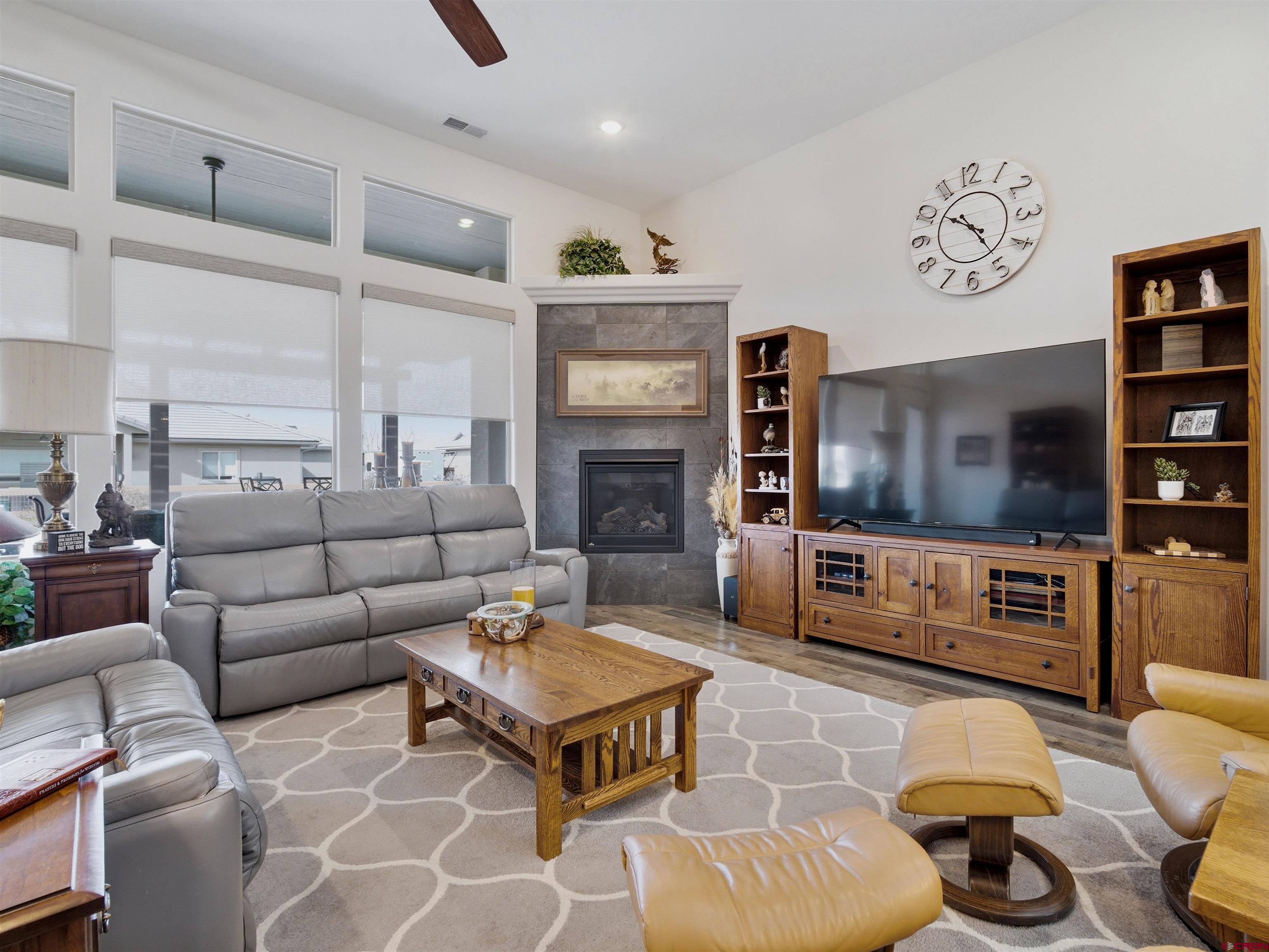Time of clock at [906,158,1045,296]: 10:24
